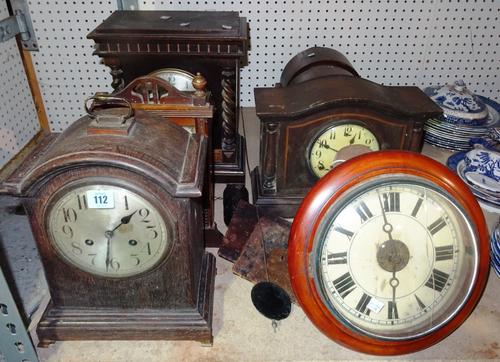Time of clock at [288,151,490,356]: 5:58
